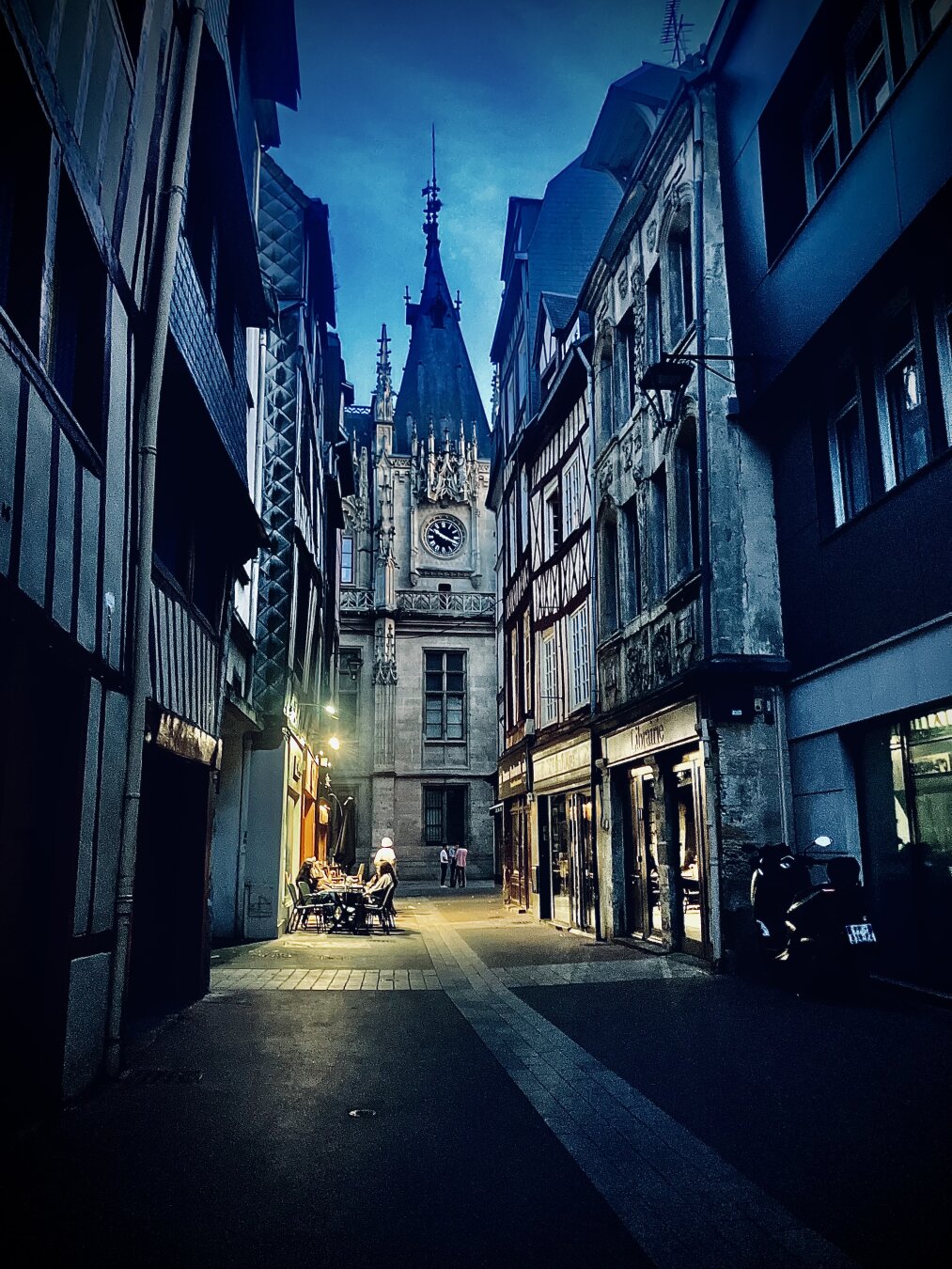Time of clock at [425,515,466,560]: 3:50
